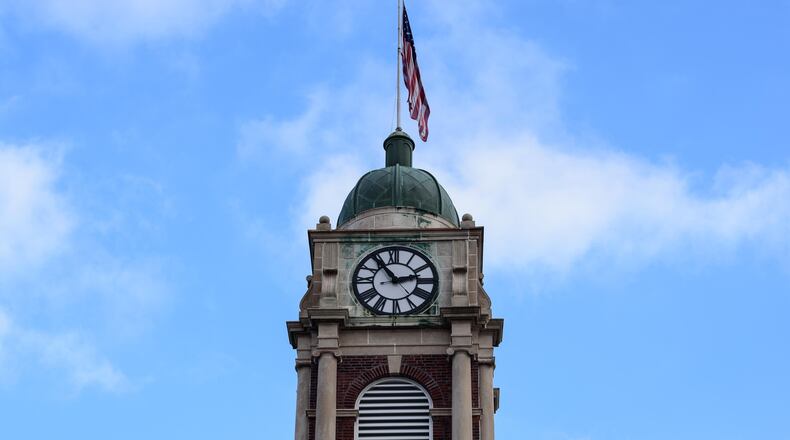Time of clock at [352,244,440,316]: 2:54
